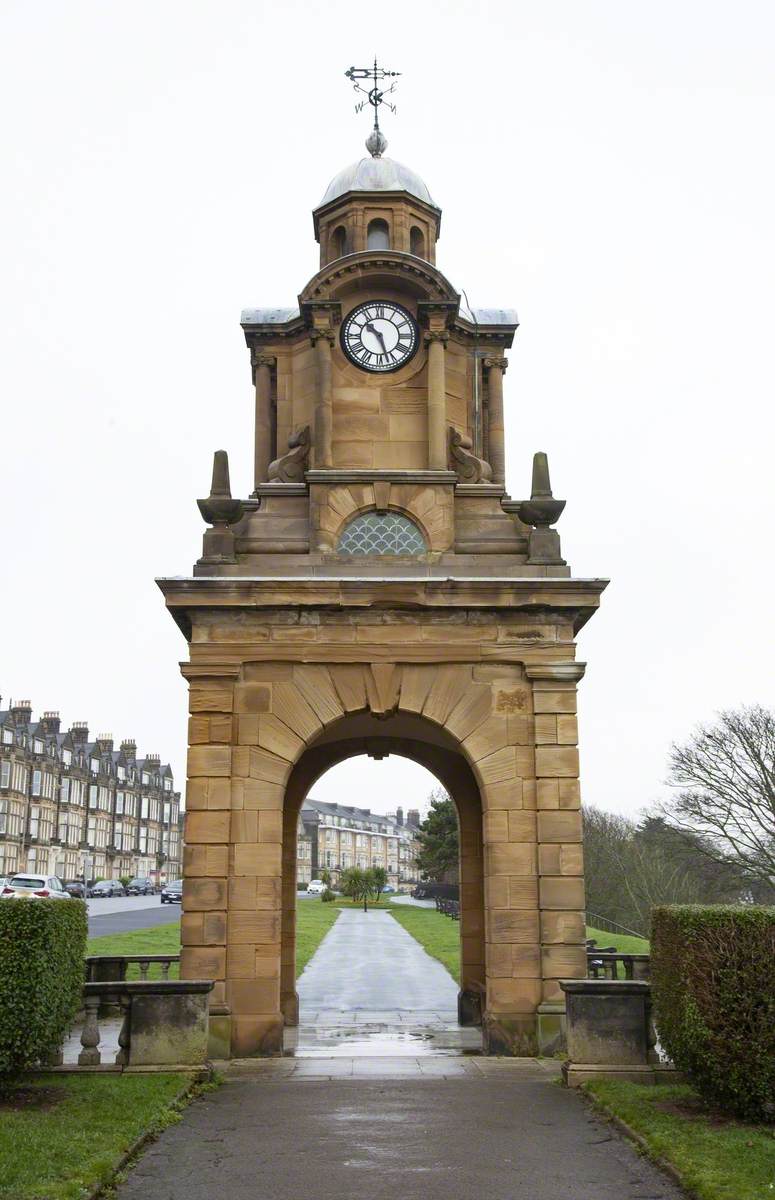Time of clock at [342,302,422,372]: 10:27
